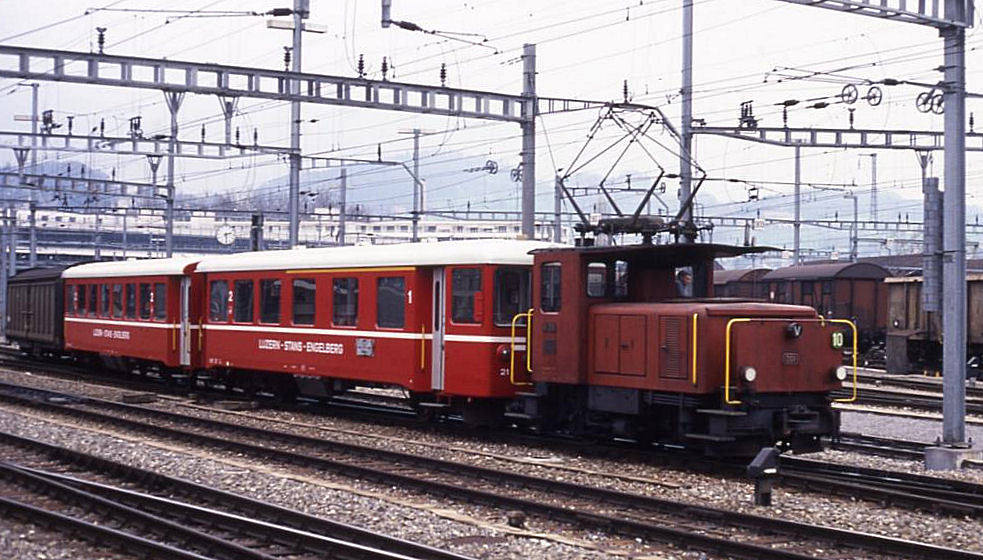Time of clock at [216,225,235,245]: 2:29
